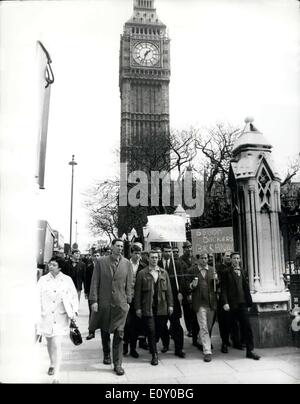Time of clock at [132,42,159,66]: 1:33
